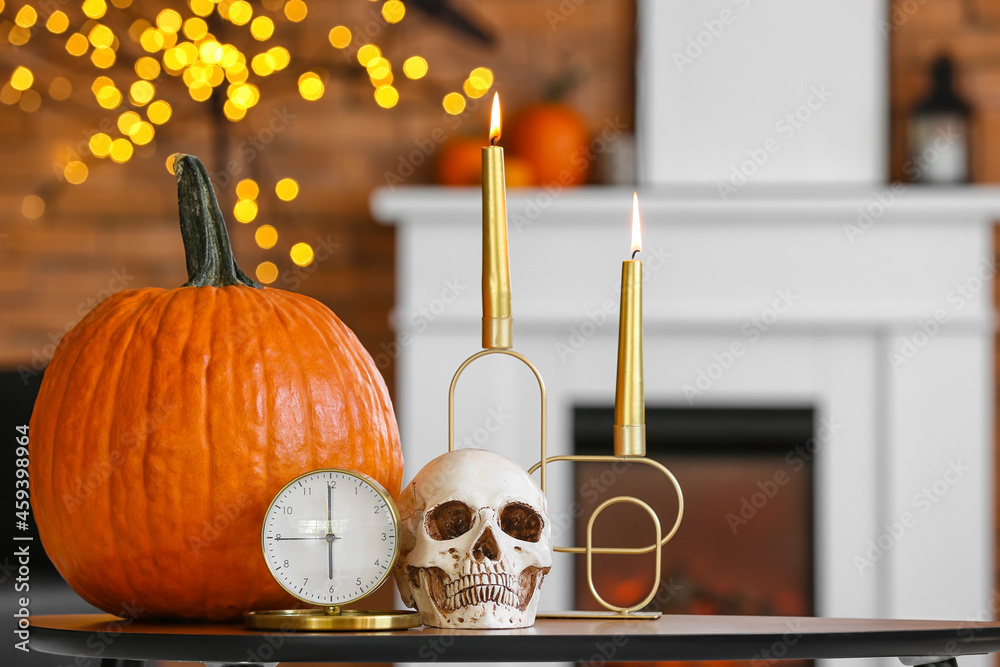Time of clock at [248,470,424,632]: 5:59
